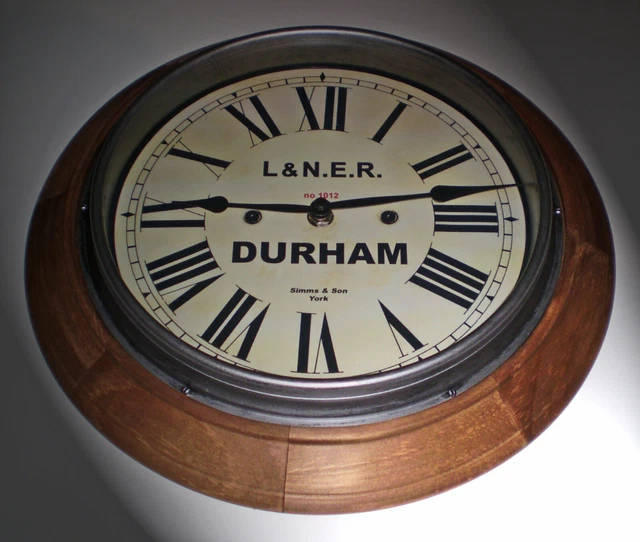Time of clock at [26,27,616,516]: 2:45
